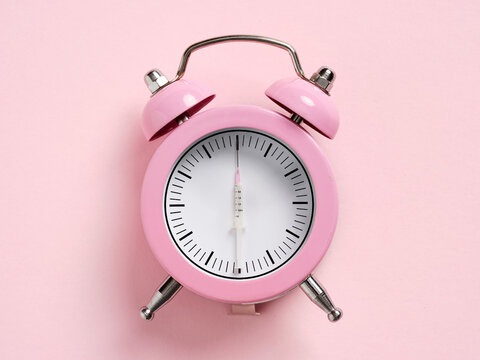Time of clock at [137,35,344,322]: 6:00
